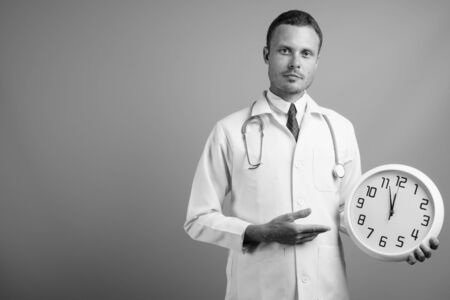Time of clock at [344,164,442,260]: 11:56
